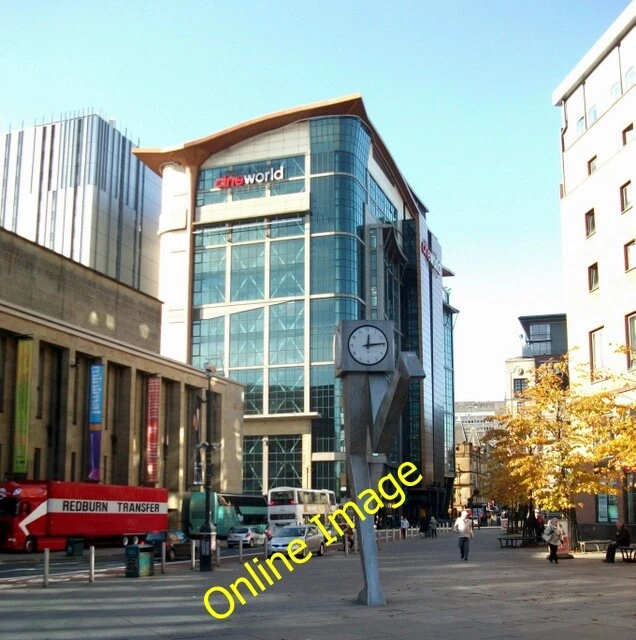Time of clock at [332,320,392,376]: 12:13
